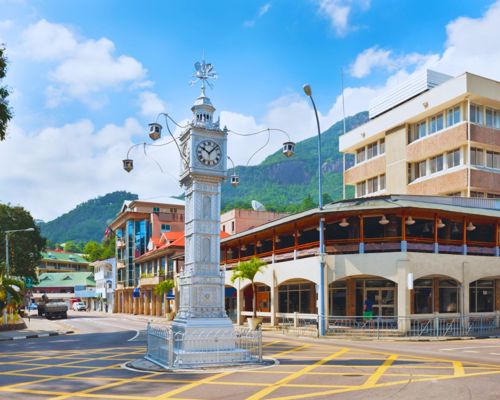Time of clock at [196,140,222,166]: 10:07
